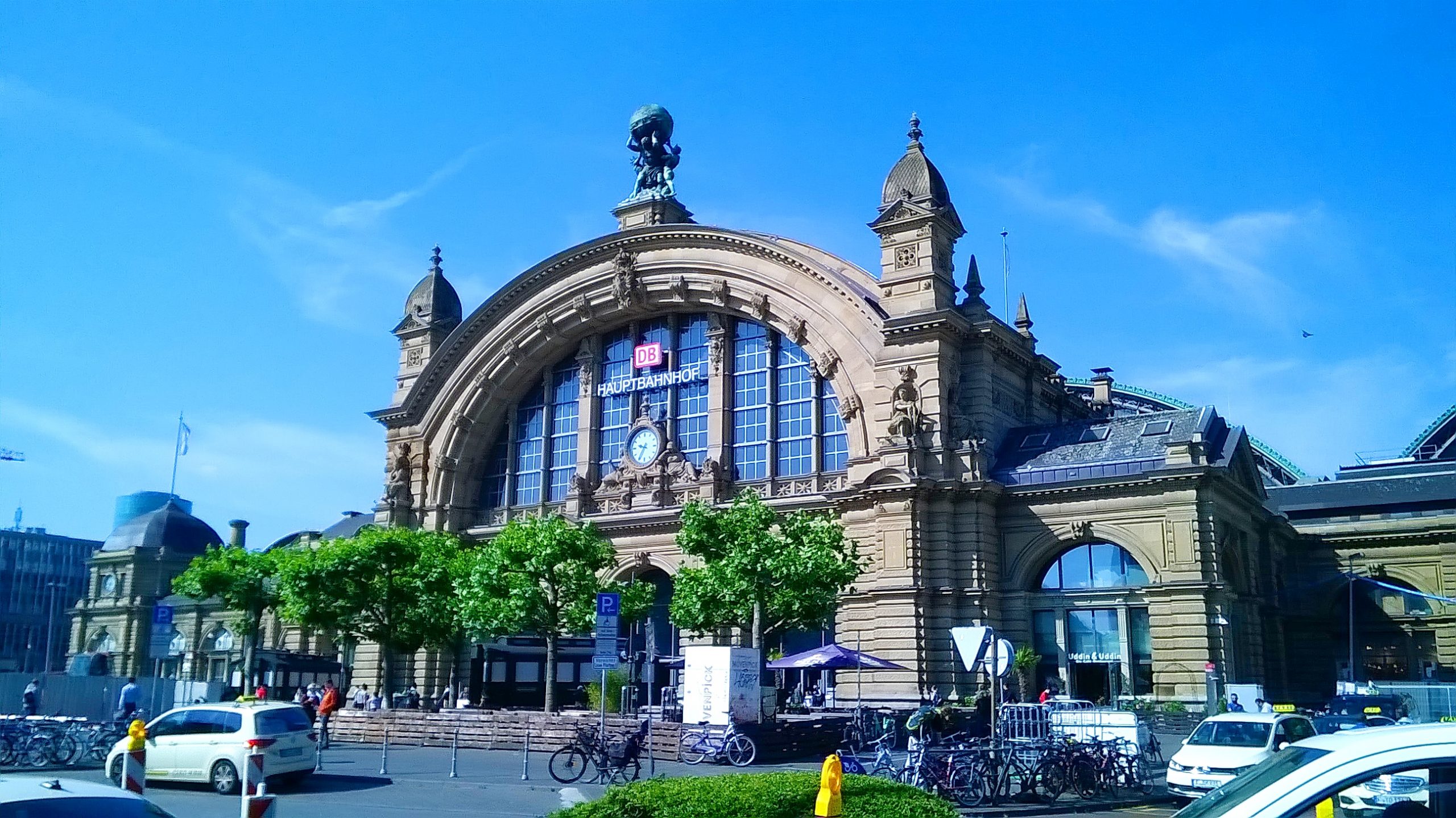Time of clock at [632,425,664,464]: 9:35
